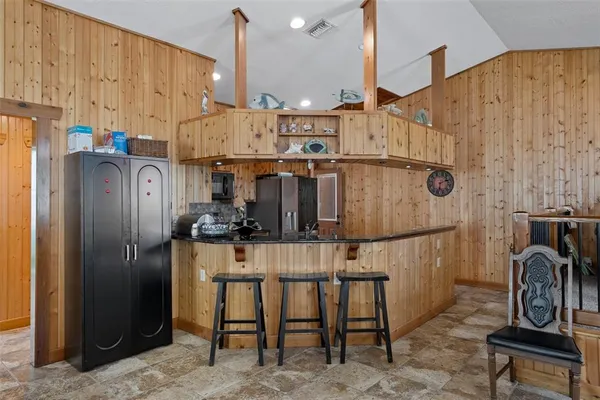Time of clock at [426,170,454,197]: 6:10
